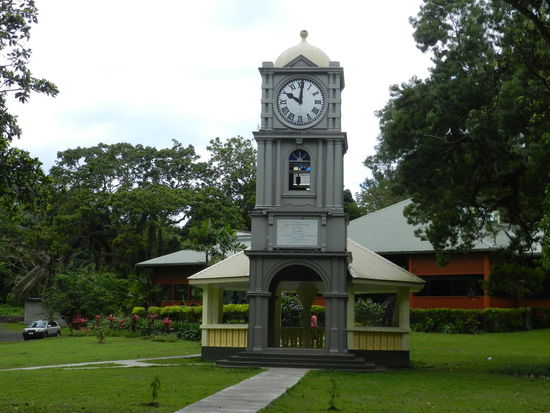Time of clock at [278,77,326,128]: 10:00
